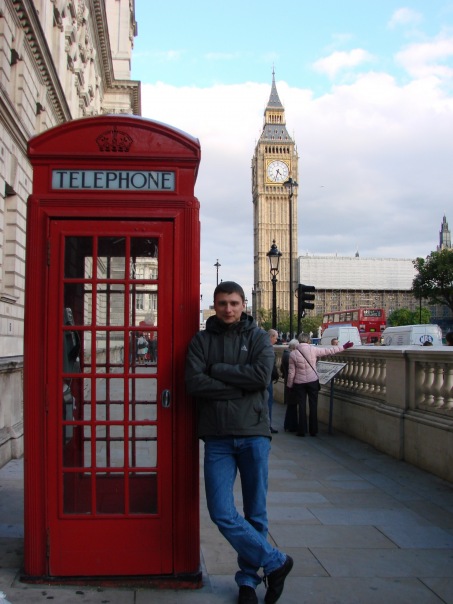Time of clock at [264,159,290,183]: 4:32
